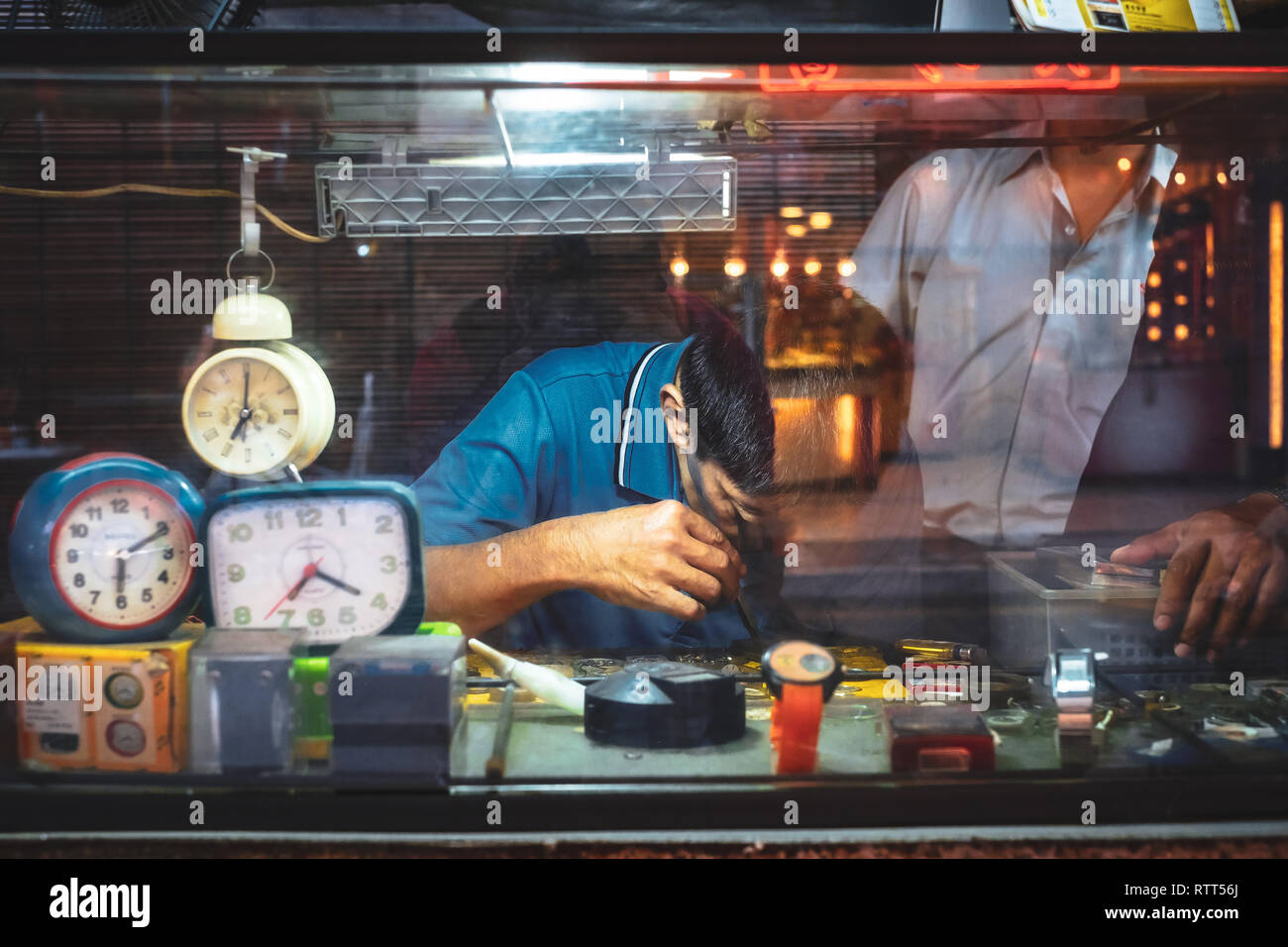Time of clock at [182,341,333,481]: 7:00
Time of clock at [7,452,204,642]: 6:10
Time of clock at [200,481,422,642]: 7:20
